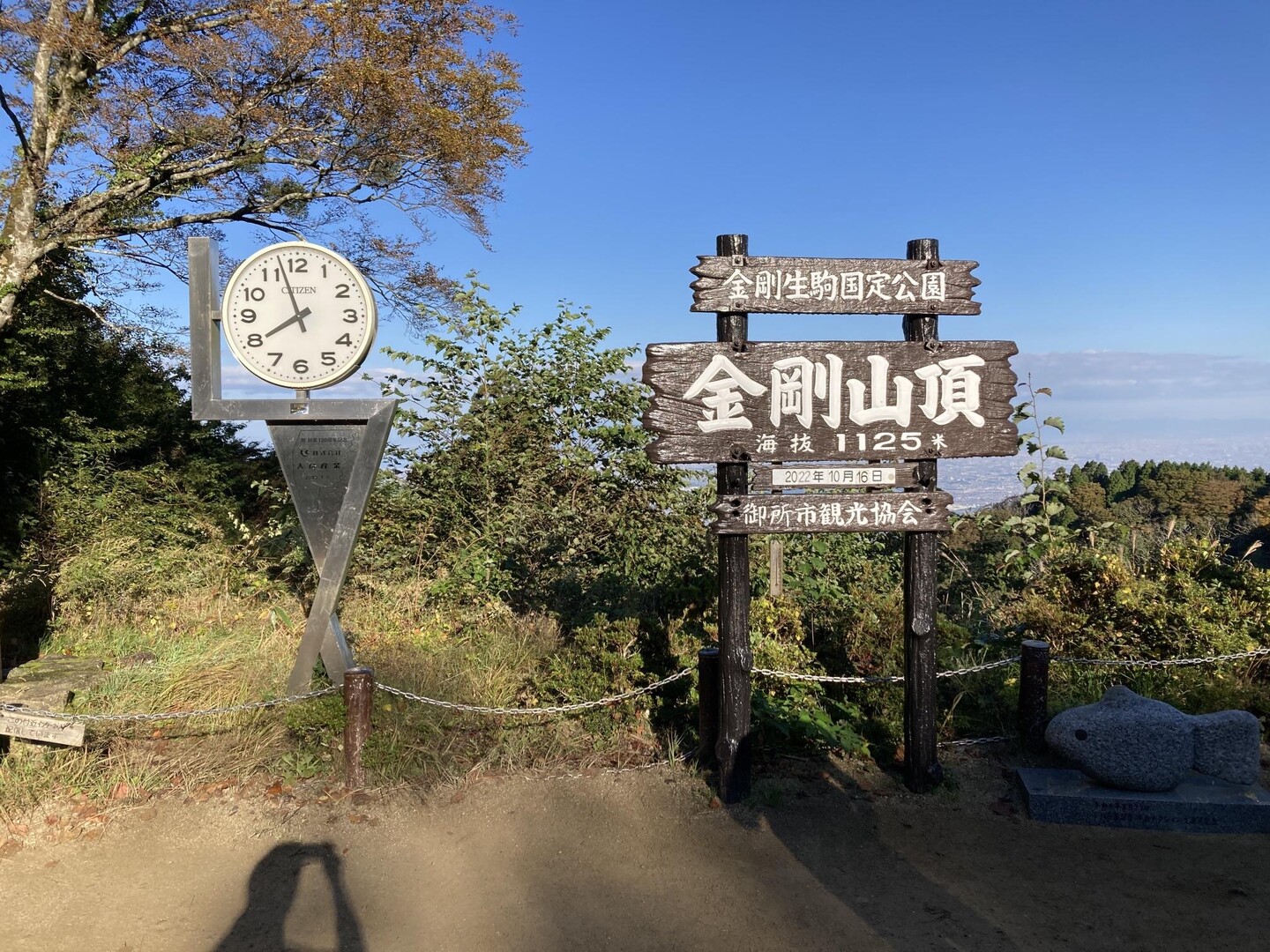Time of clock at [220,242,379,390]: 7:57
